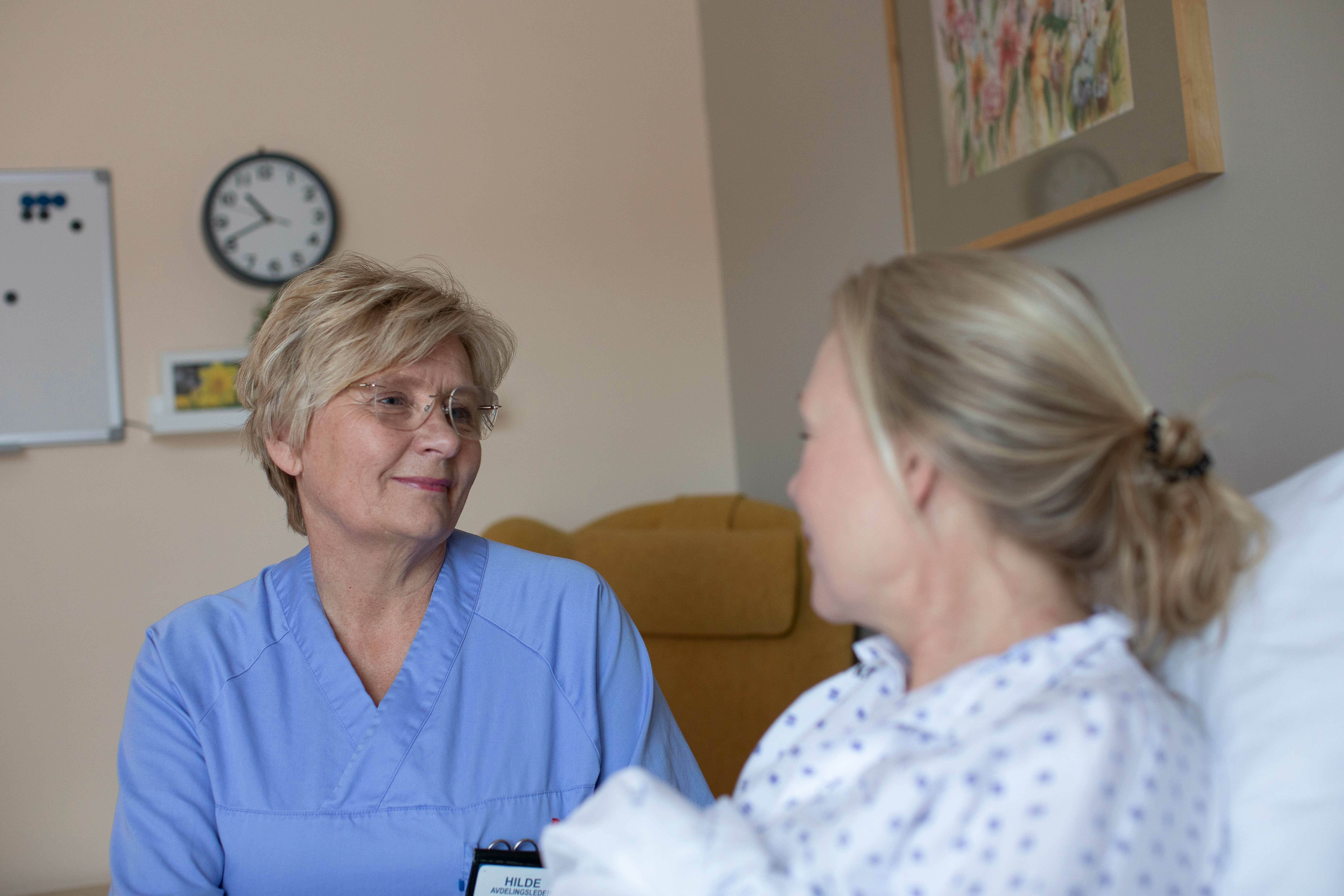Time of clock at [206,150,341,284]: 10:40
